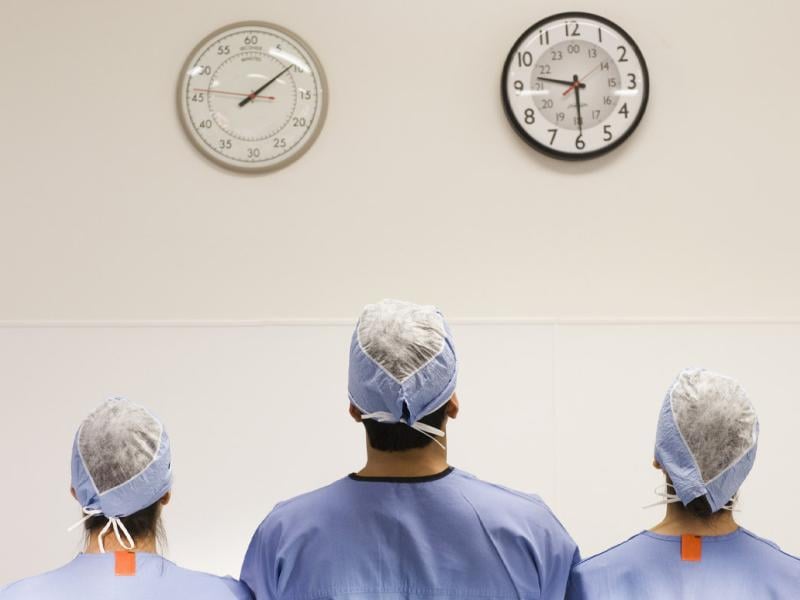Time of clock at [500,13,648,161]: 9:29
